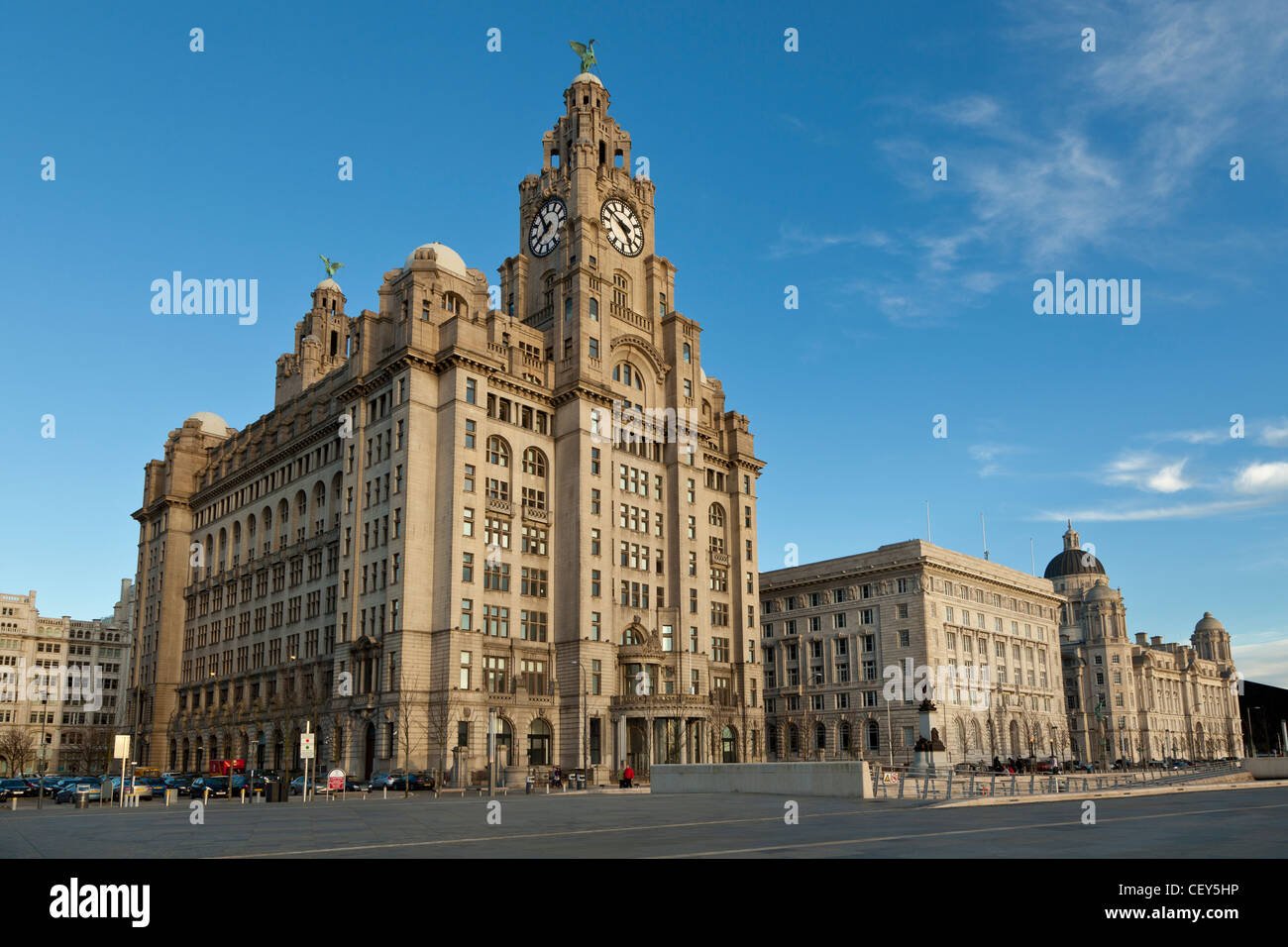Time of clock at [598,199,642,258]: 4:50
